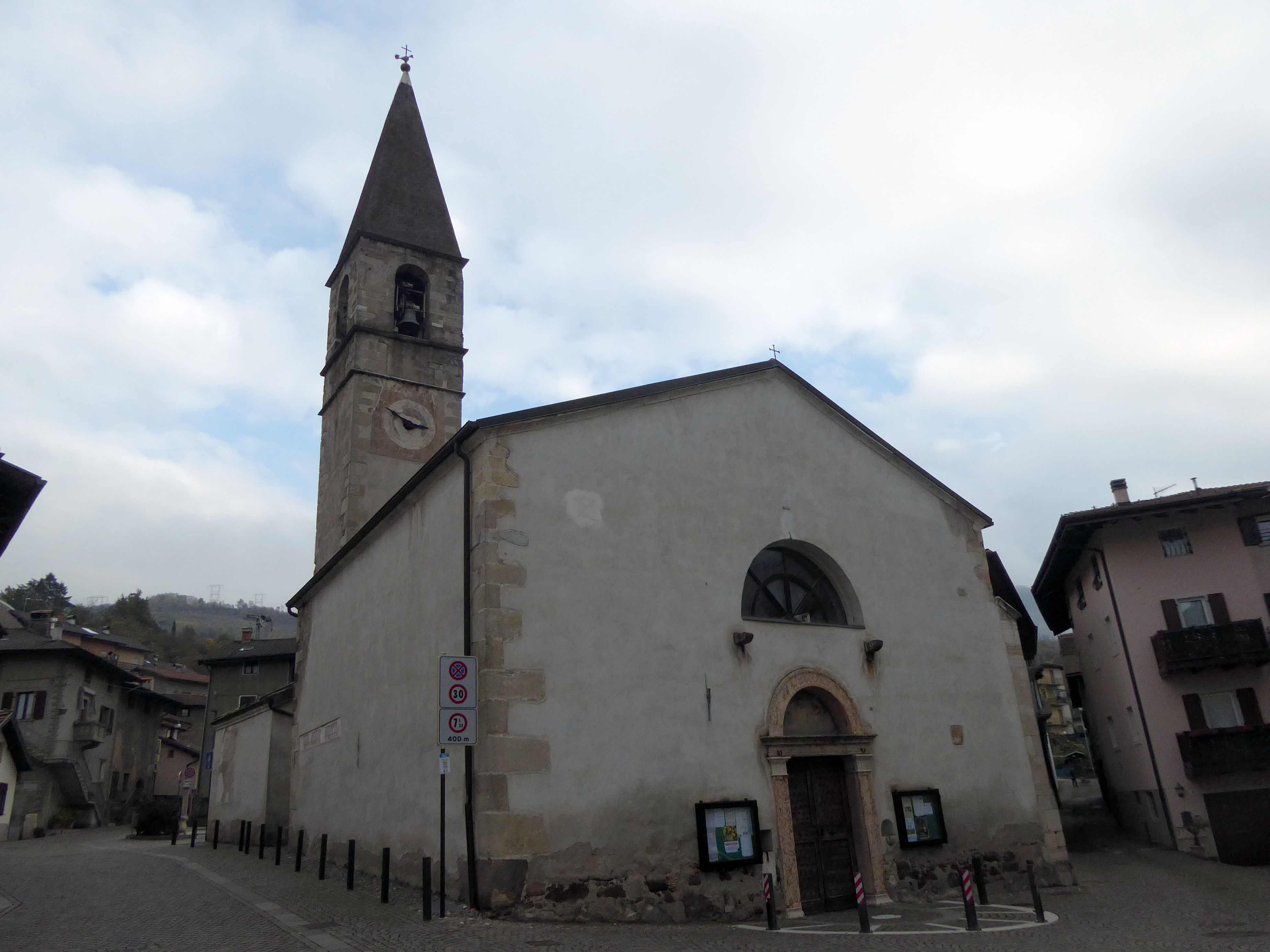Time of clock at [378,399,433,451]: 2:48
